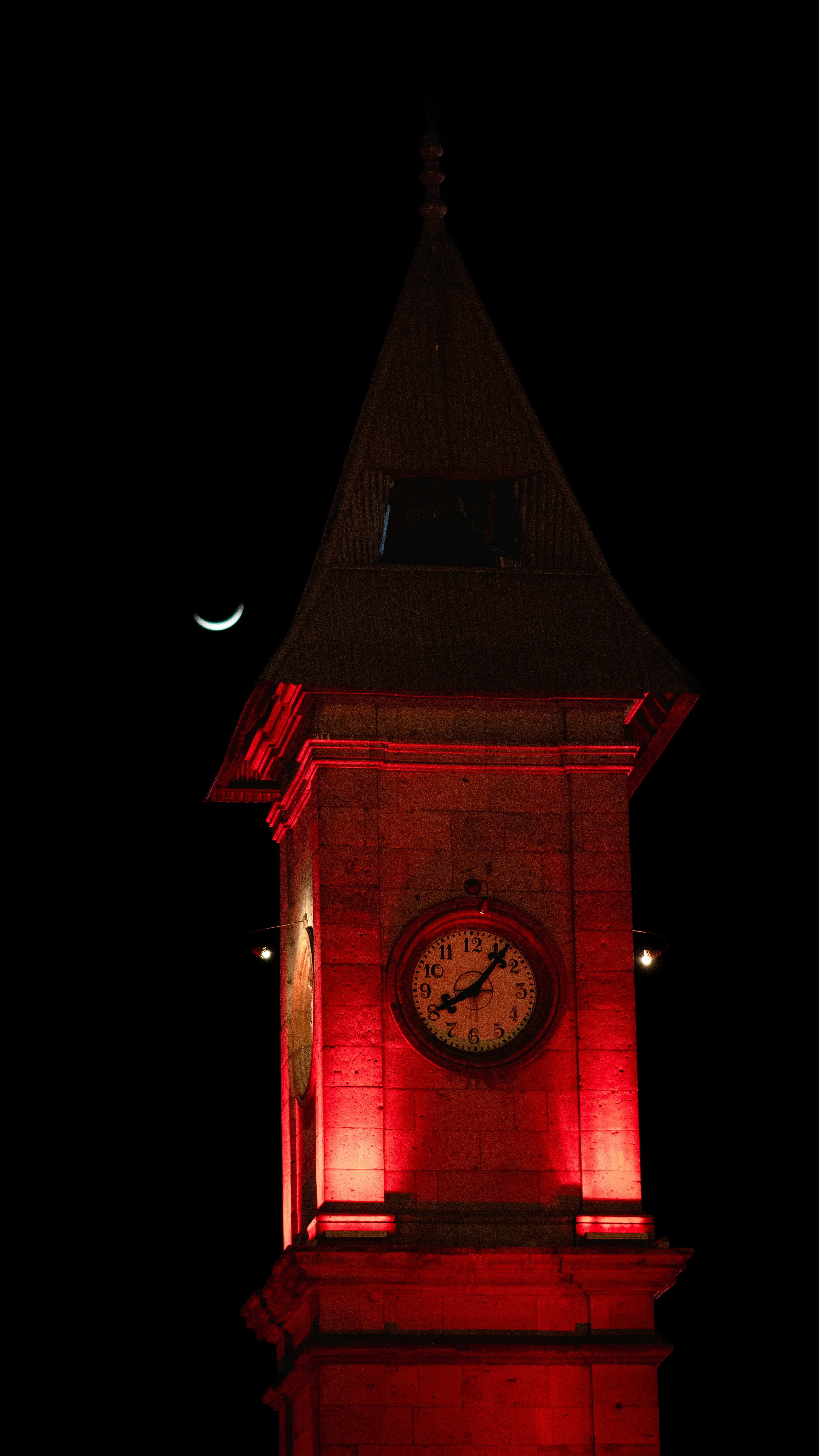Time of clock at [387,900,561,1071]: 8:06
